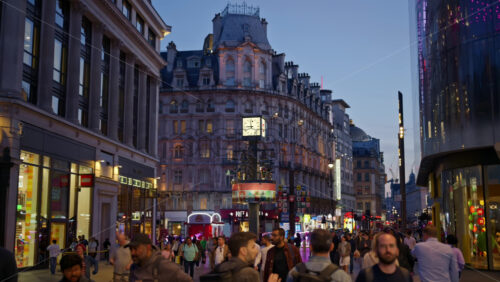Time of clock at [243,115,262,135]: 8:58
